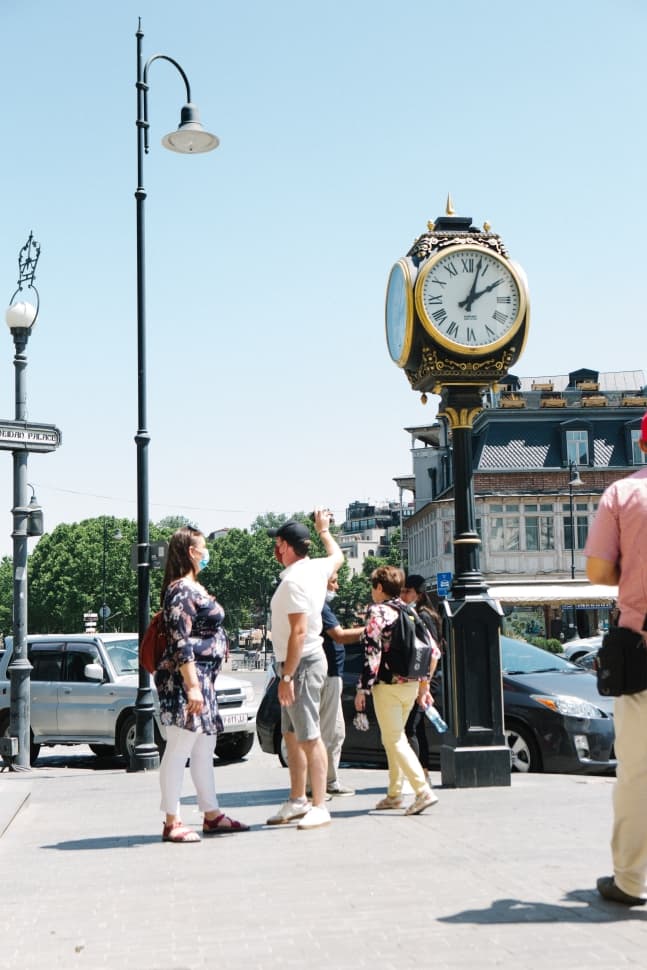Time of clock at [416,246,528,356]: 2:03
